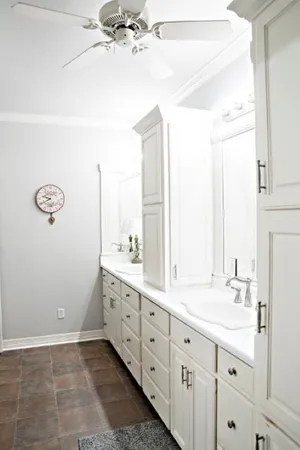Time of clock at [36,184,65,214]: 9:40
